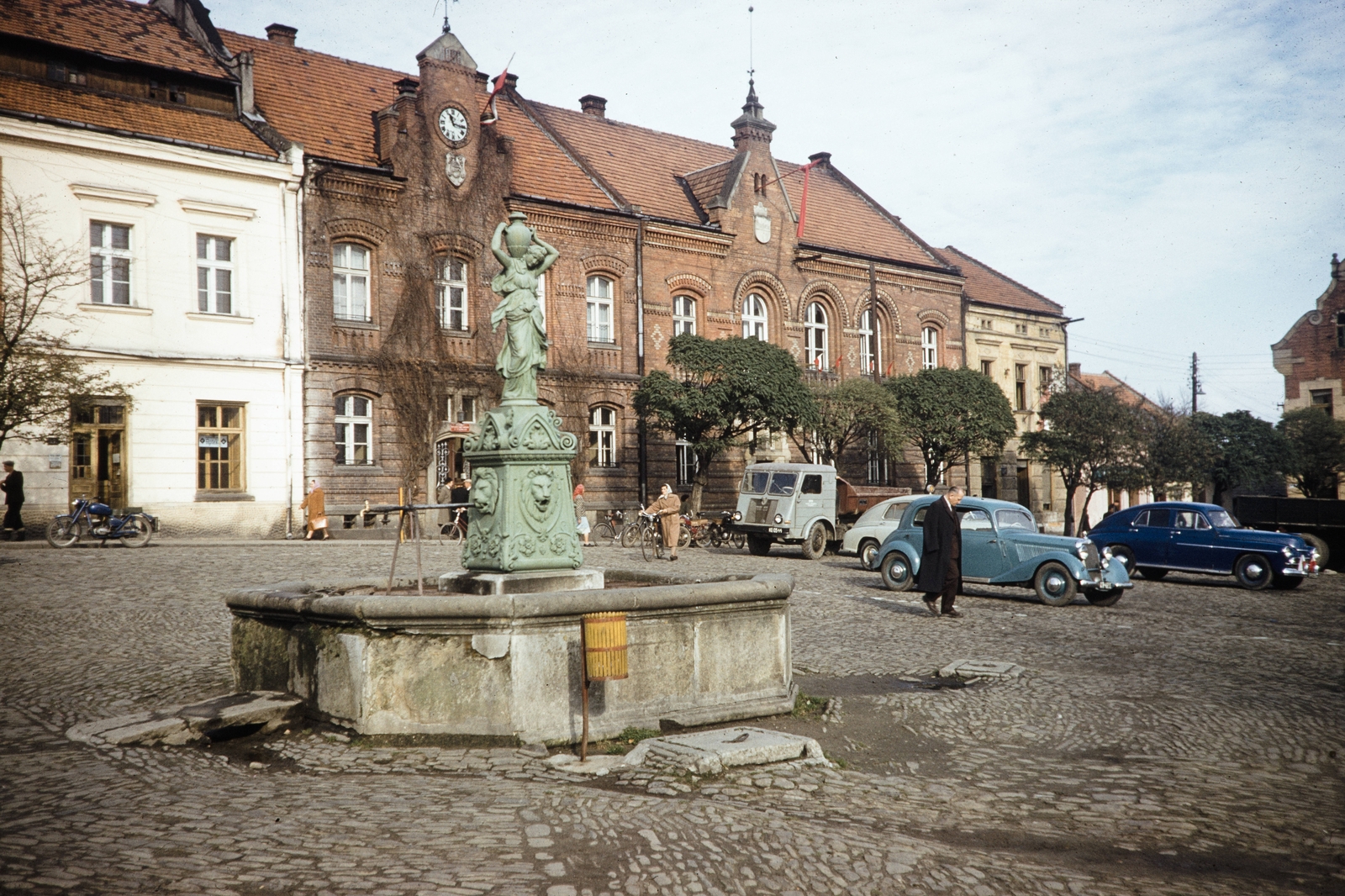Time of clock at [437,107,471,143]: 11:15
